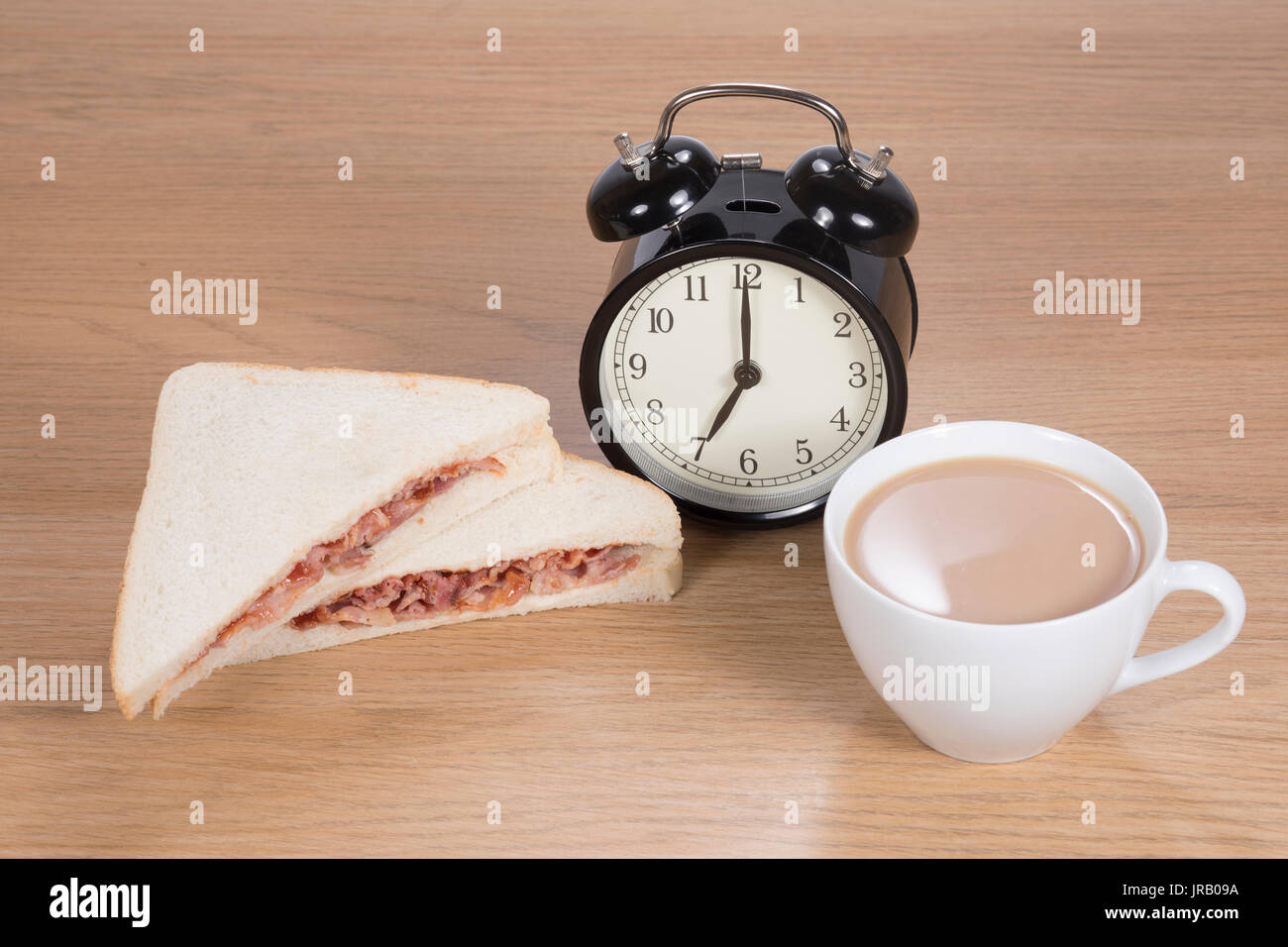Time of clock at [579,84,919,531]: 7:00
